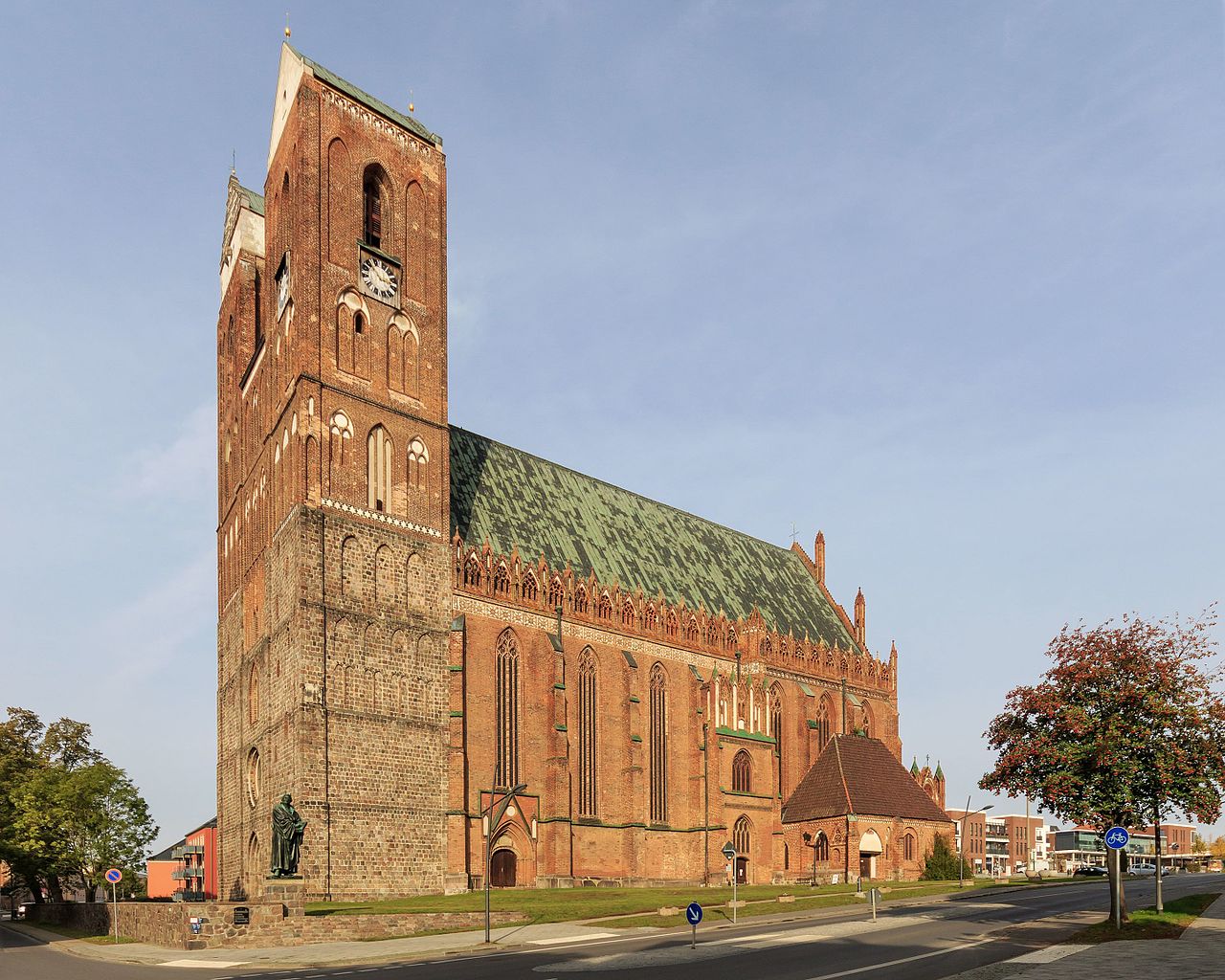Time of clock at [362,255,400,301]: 2:52
